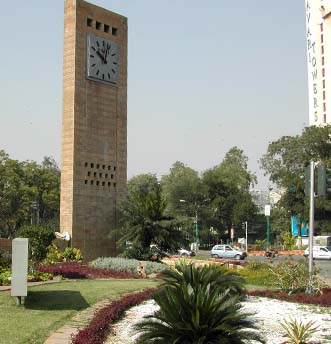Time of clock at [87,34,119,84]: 10:02
